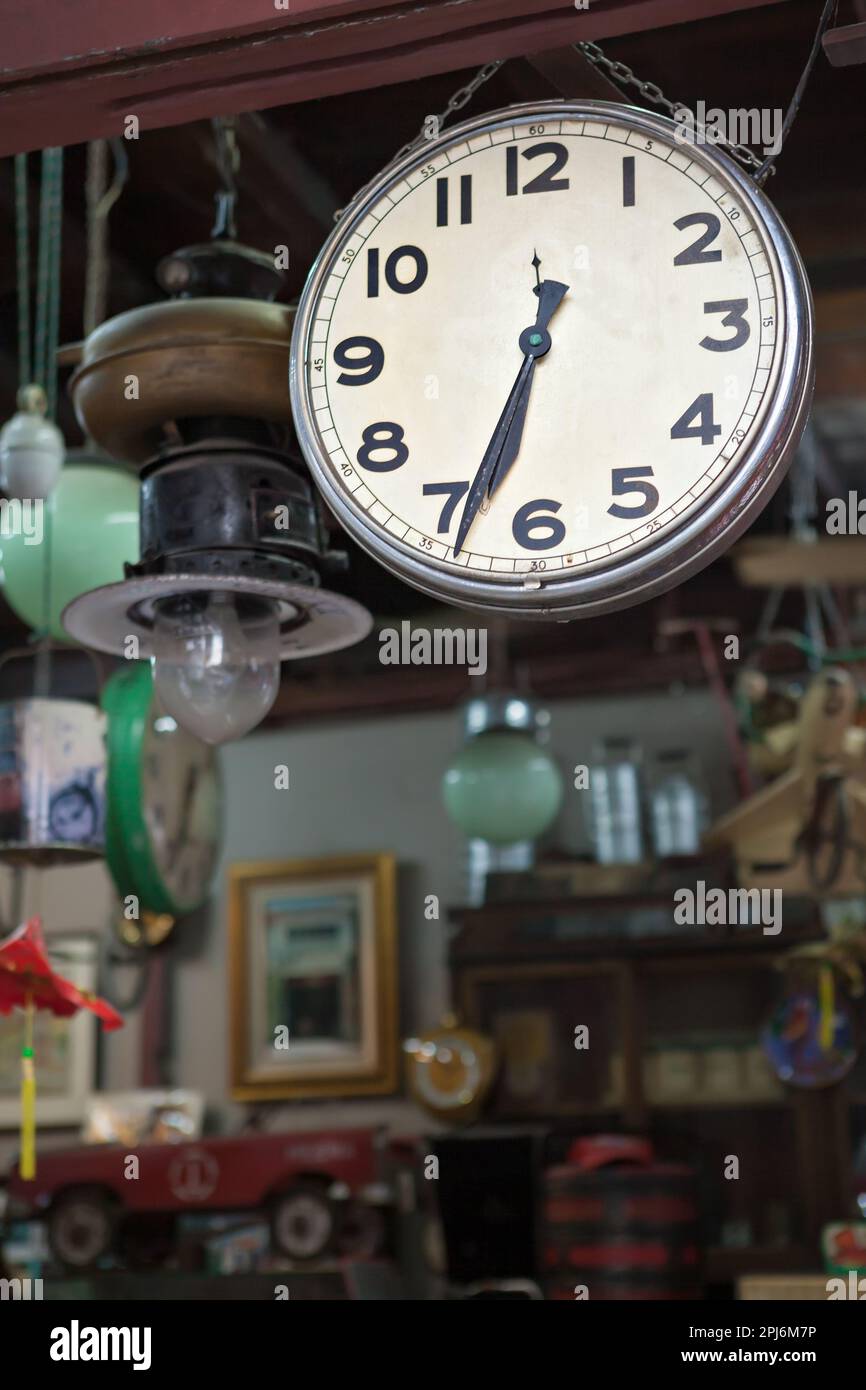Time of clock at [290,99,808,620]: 6:33
